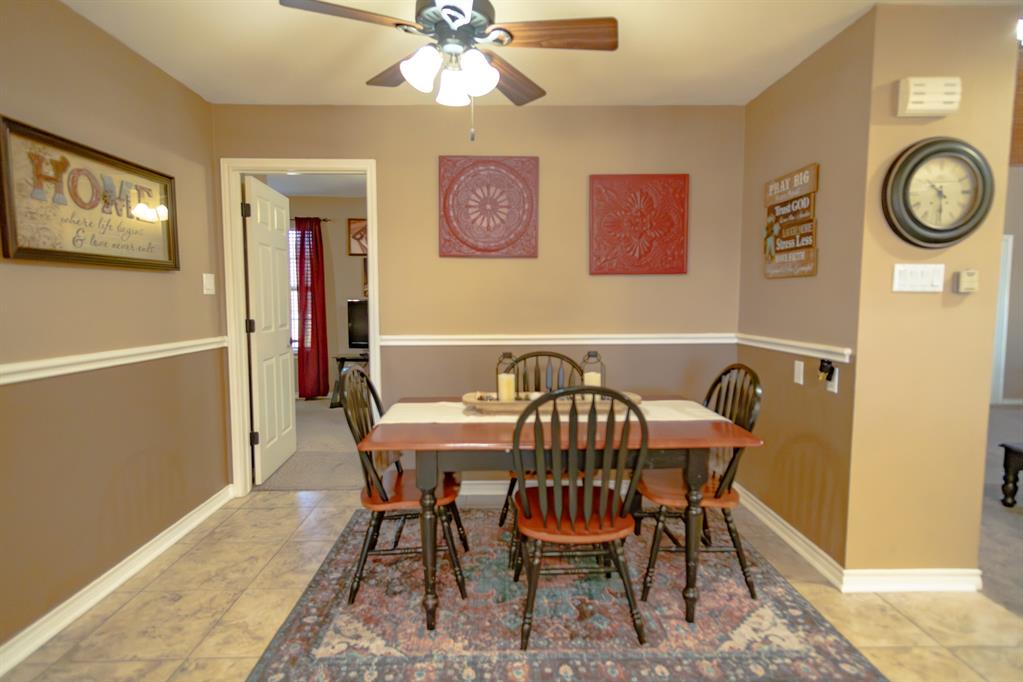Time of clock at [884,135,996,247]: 10:29
